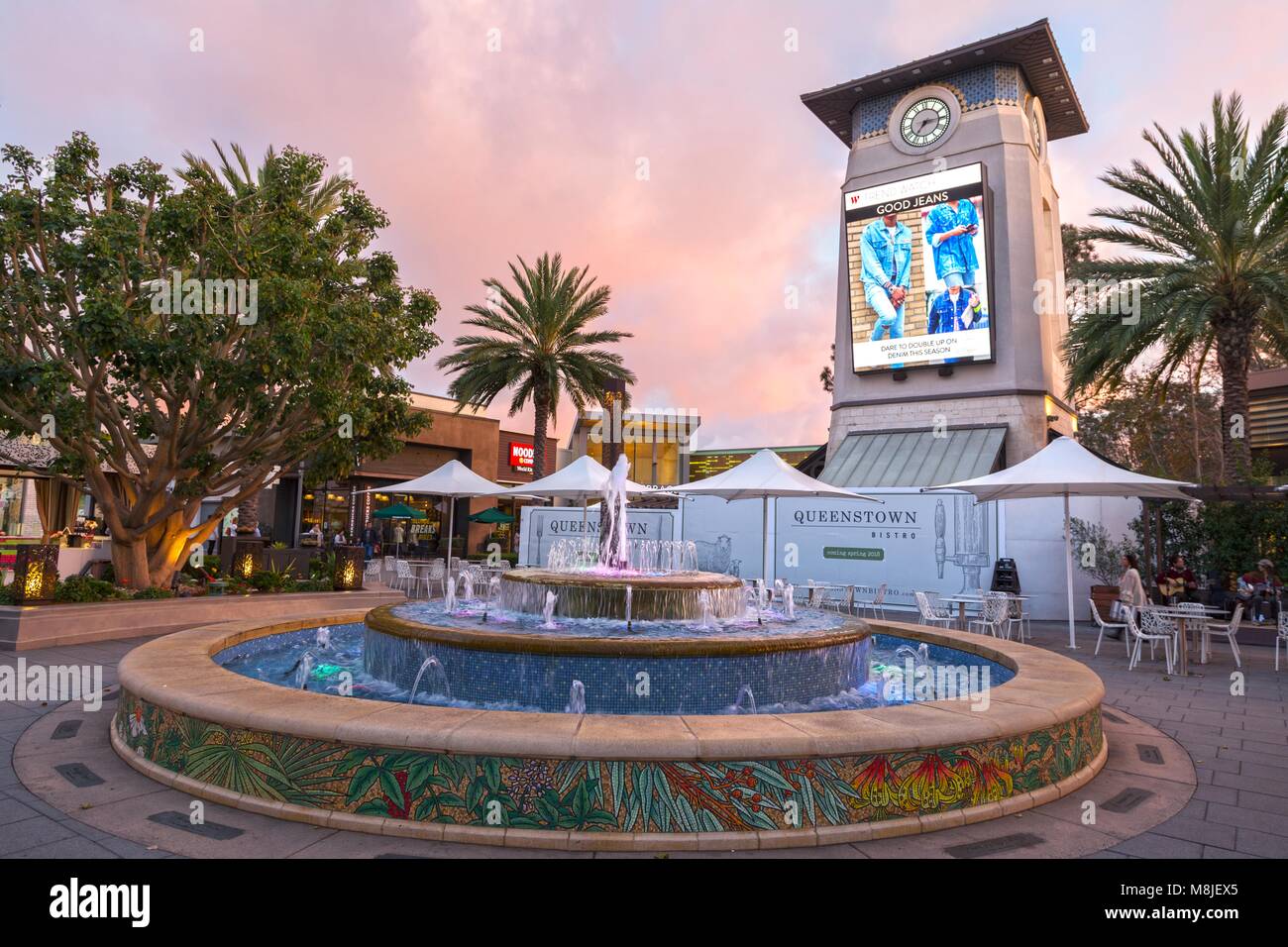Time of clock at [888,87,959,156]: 7:15
